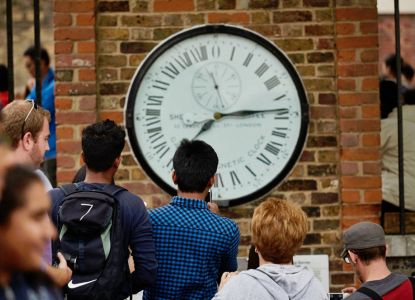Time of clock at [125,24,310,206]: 7:14
